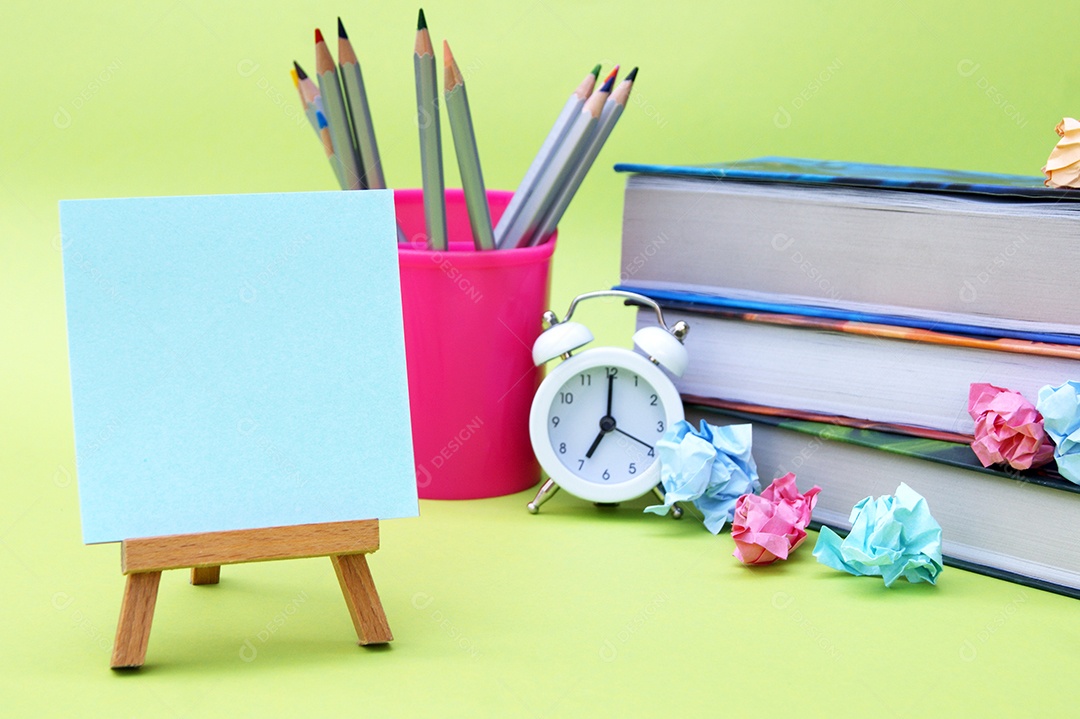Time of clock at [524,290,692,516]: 7:00
